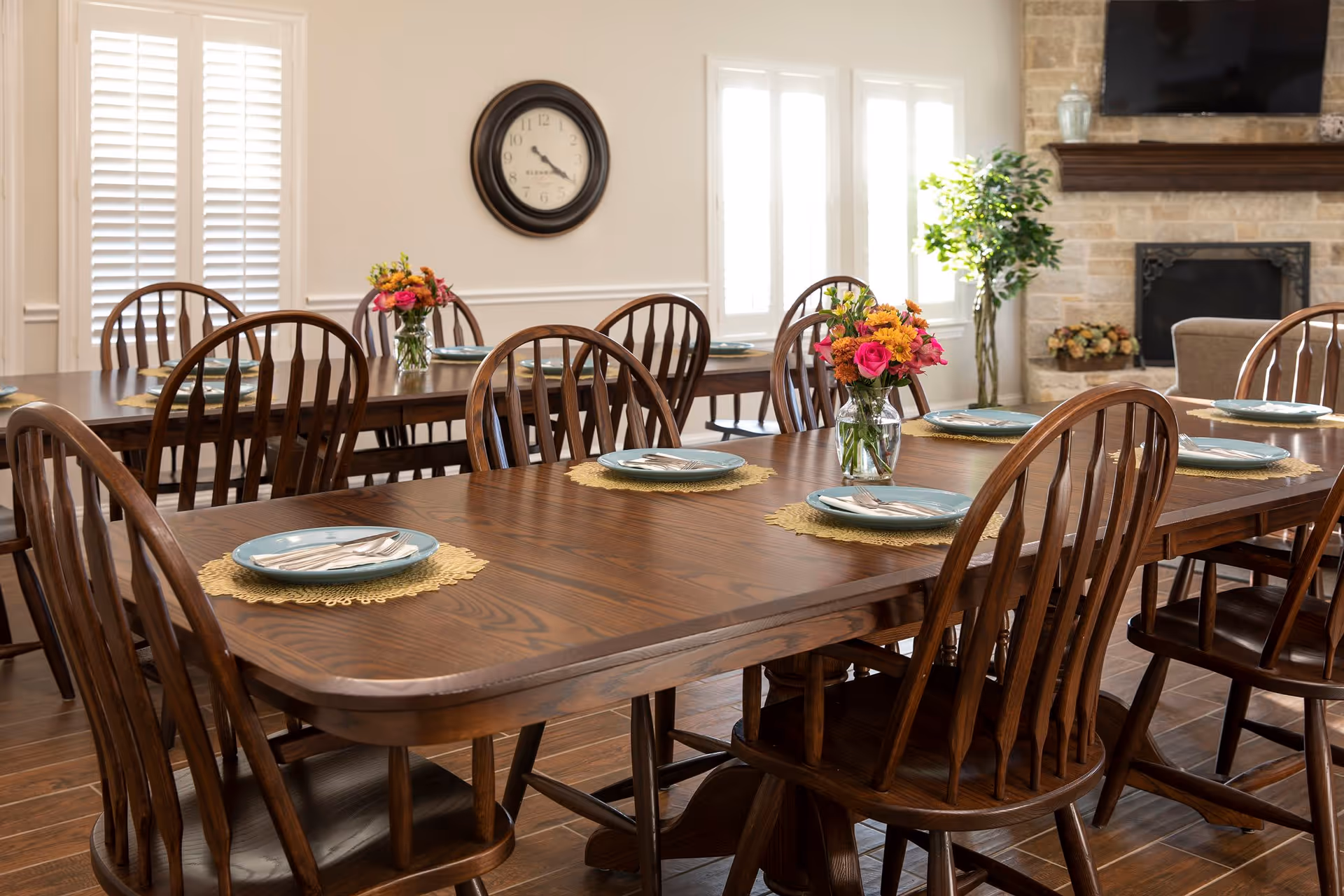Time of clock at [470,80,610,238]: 4:20
